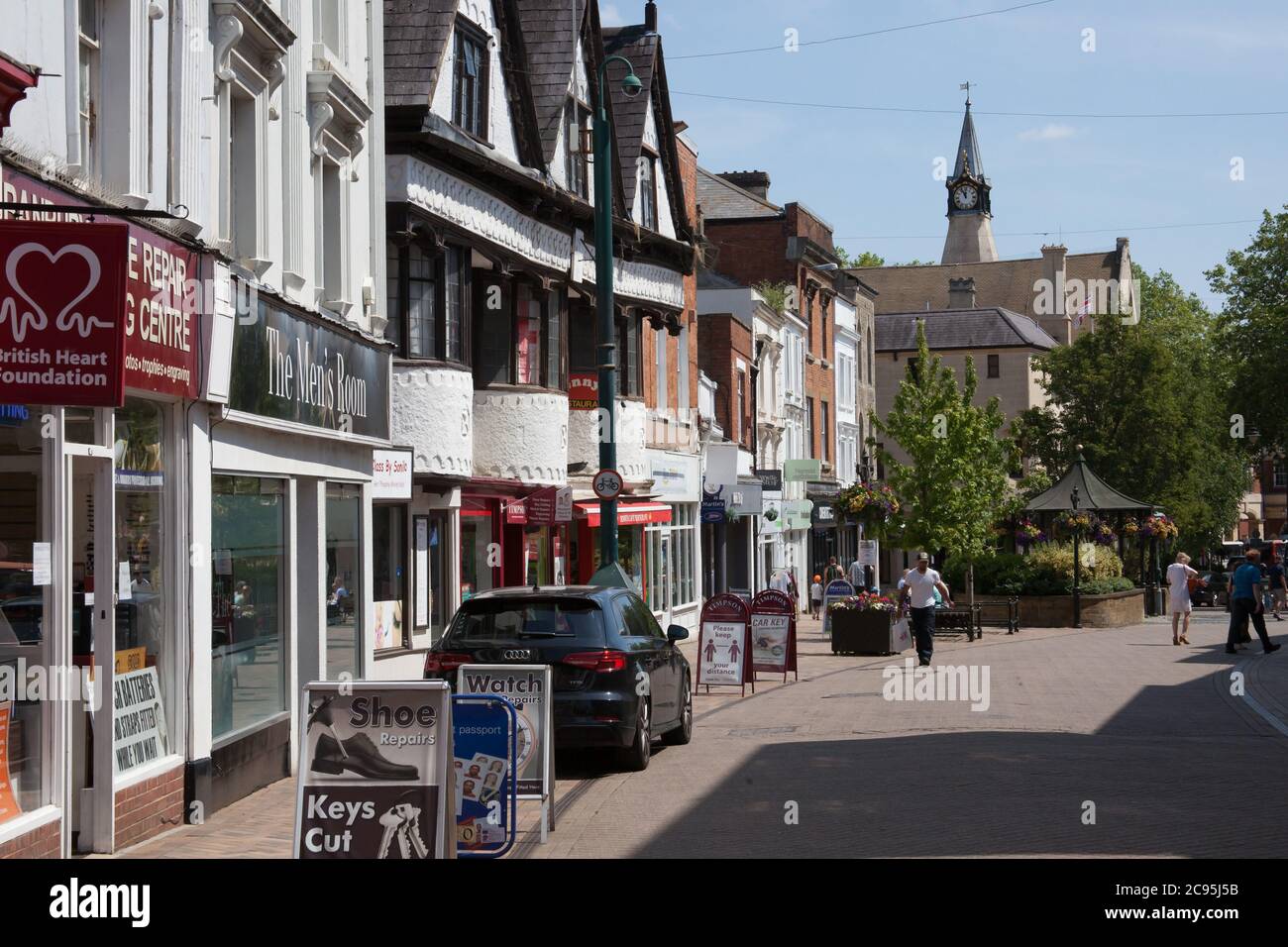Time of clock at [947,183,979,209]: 11:55
